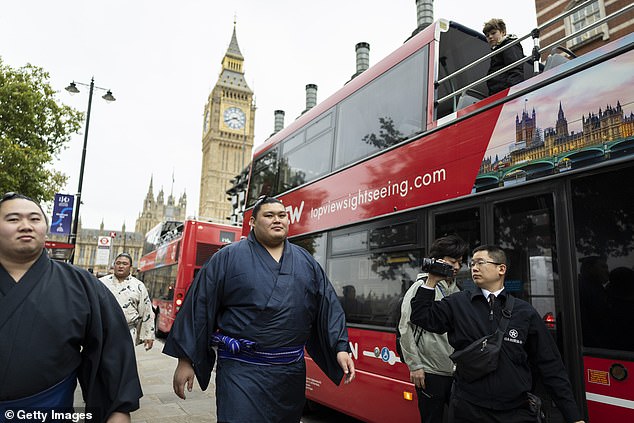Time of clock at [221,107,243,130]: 3:40
